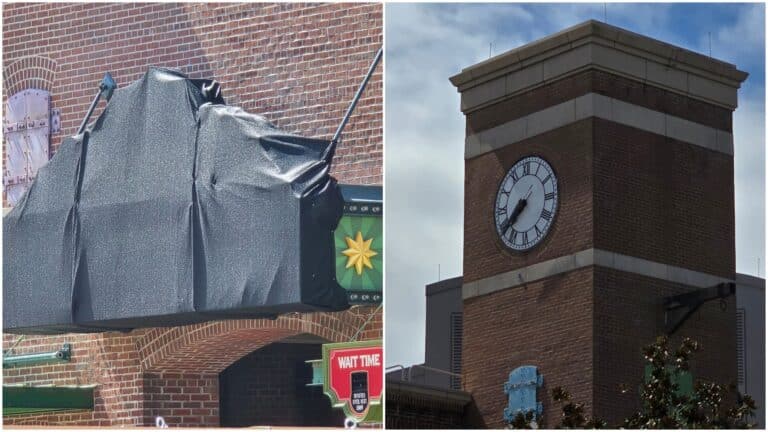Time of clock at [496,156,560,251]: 7:37
